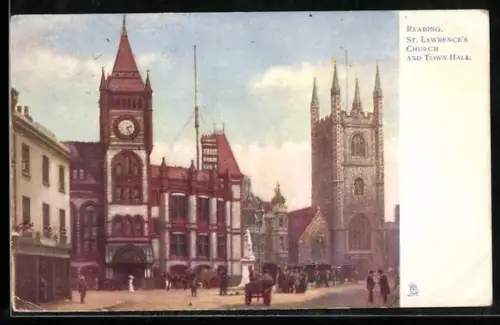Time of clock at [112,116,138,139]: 2:25
